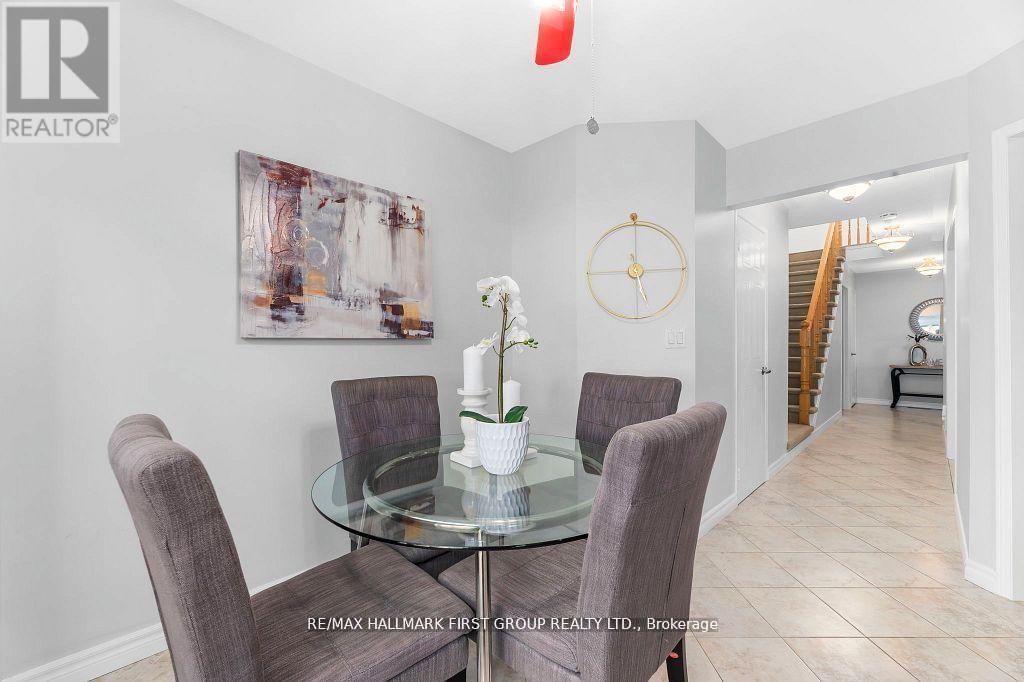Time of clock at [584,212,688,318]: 5:26
